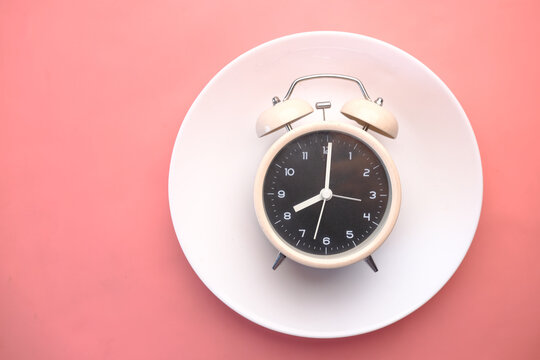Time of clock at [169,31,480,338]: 8:00
